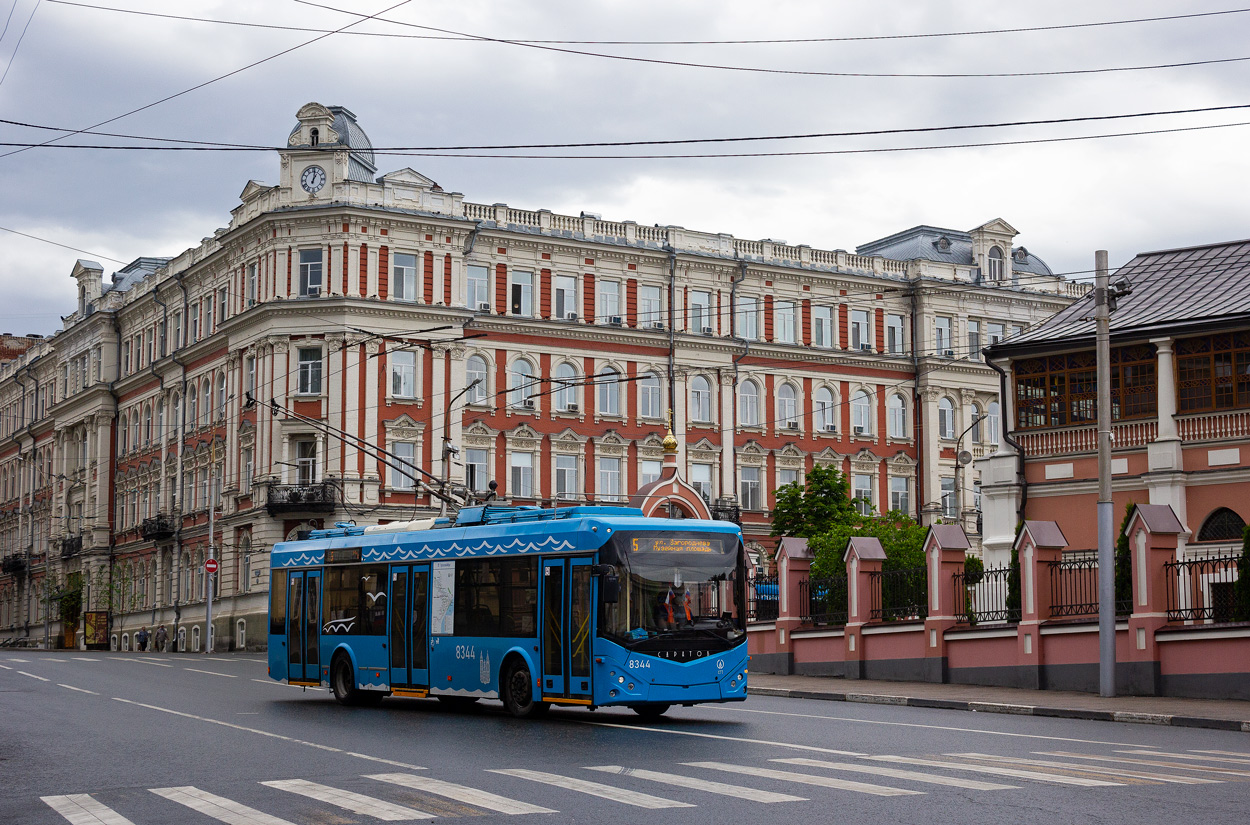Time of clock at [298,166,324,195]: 1:01
